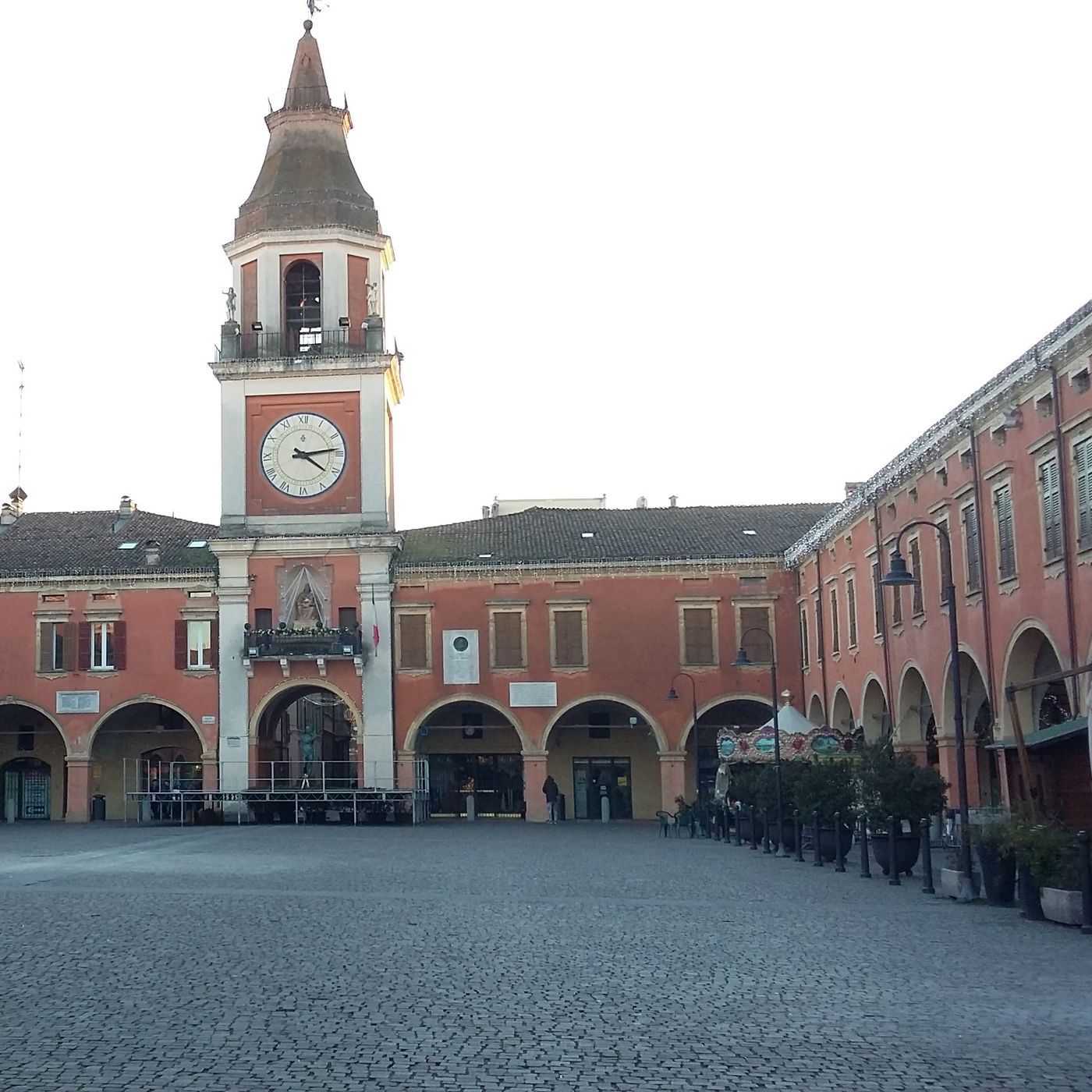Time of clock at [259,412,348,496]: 4:13
